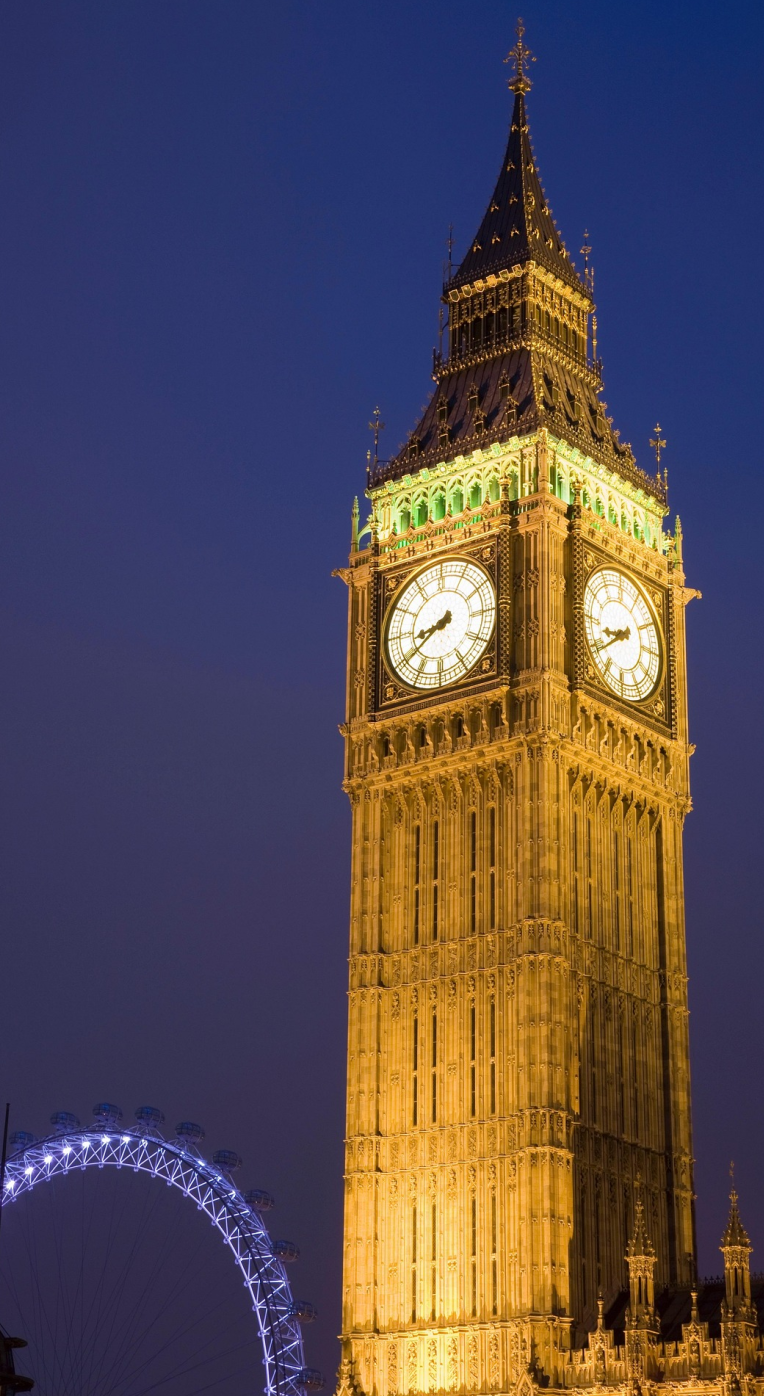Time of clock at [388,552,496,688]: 8:39
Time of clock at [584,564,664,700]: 8:39
